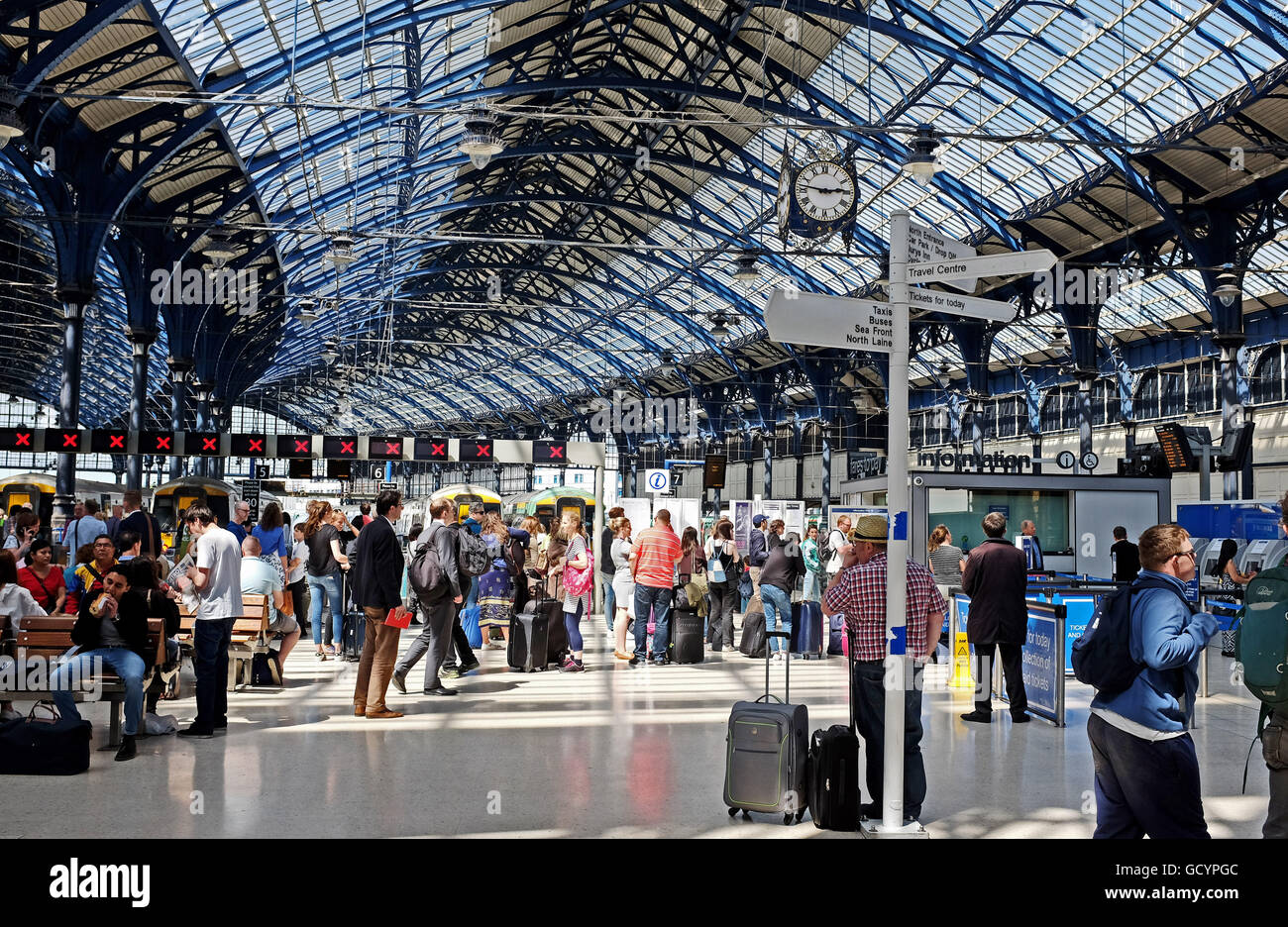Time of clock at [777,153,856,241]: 2:46
